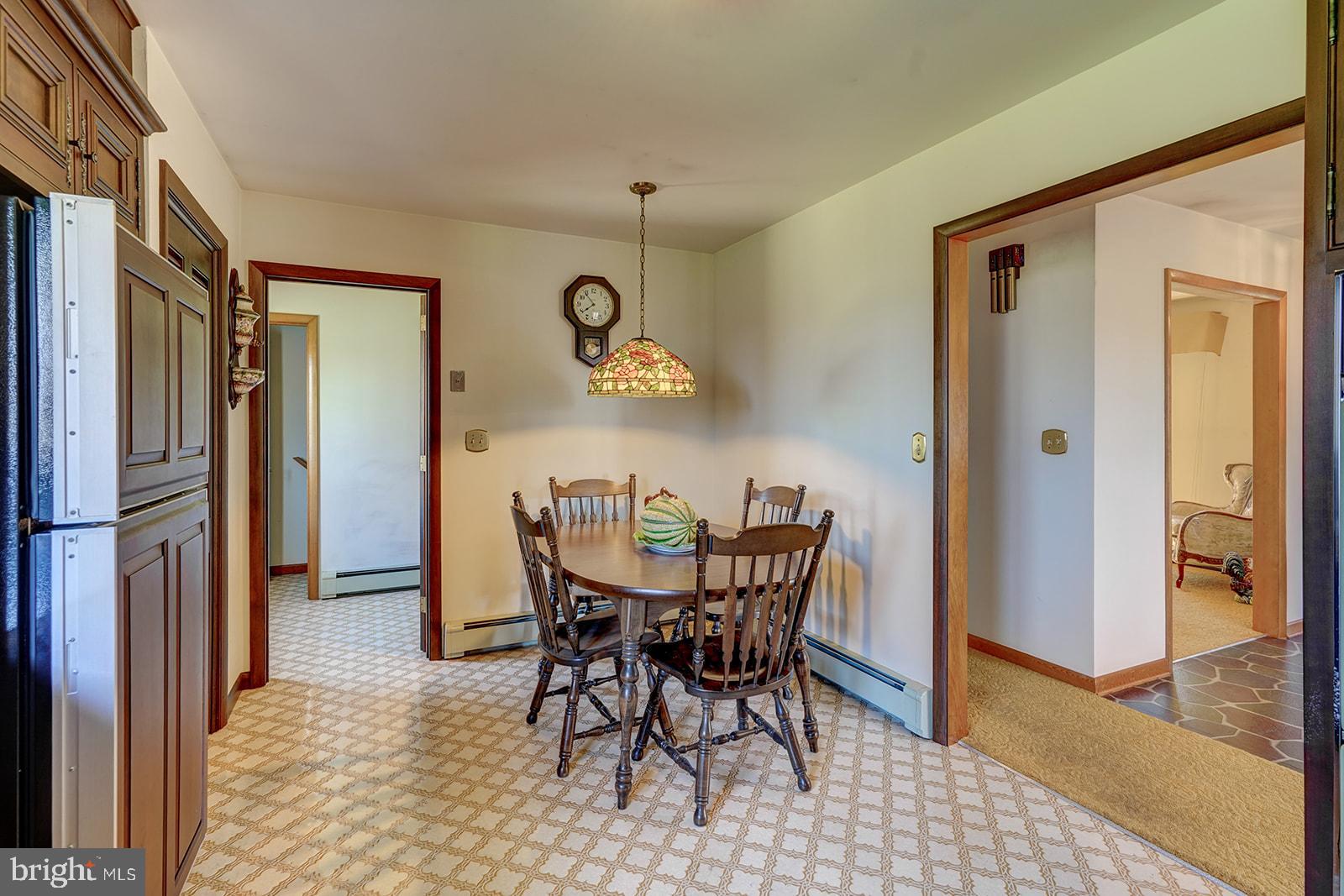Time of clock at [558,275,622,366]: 7:53
